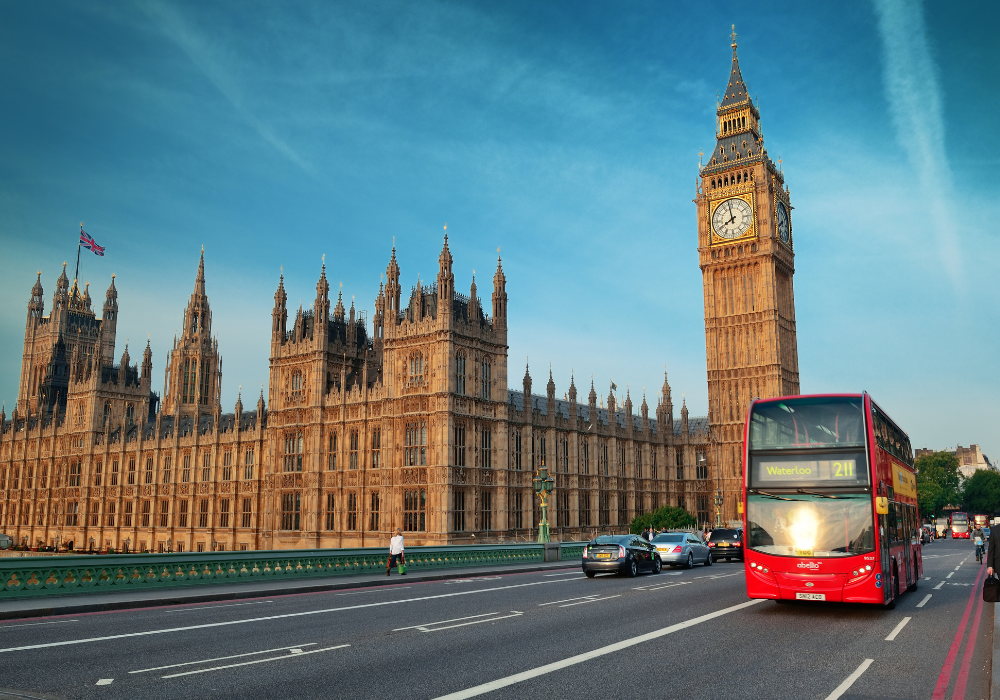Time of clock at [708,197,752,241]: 7:58
